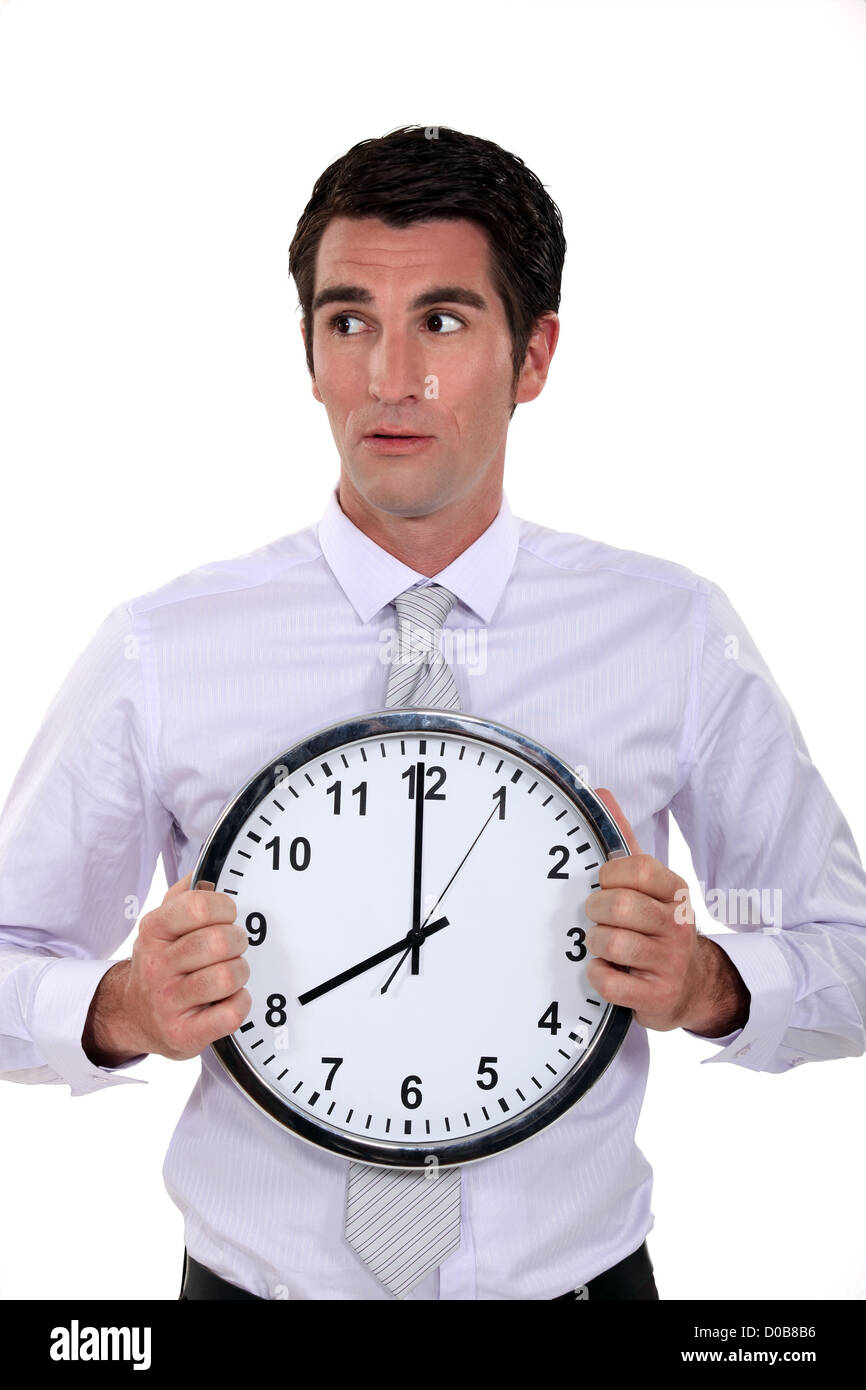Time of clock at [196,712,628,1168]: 7:59
